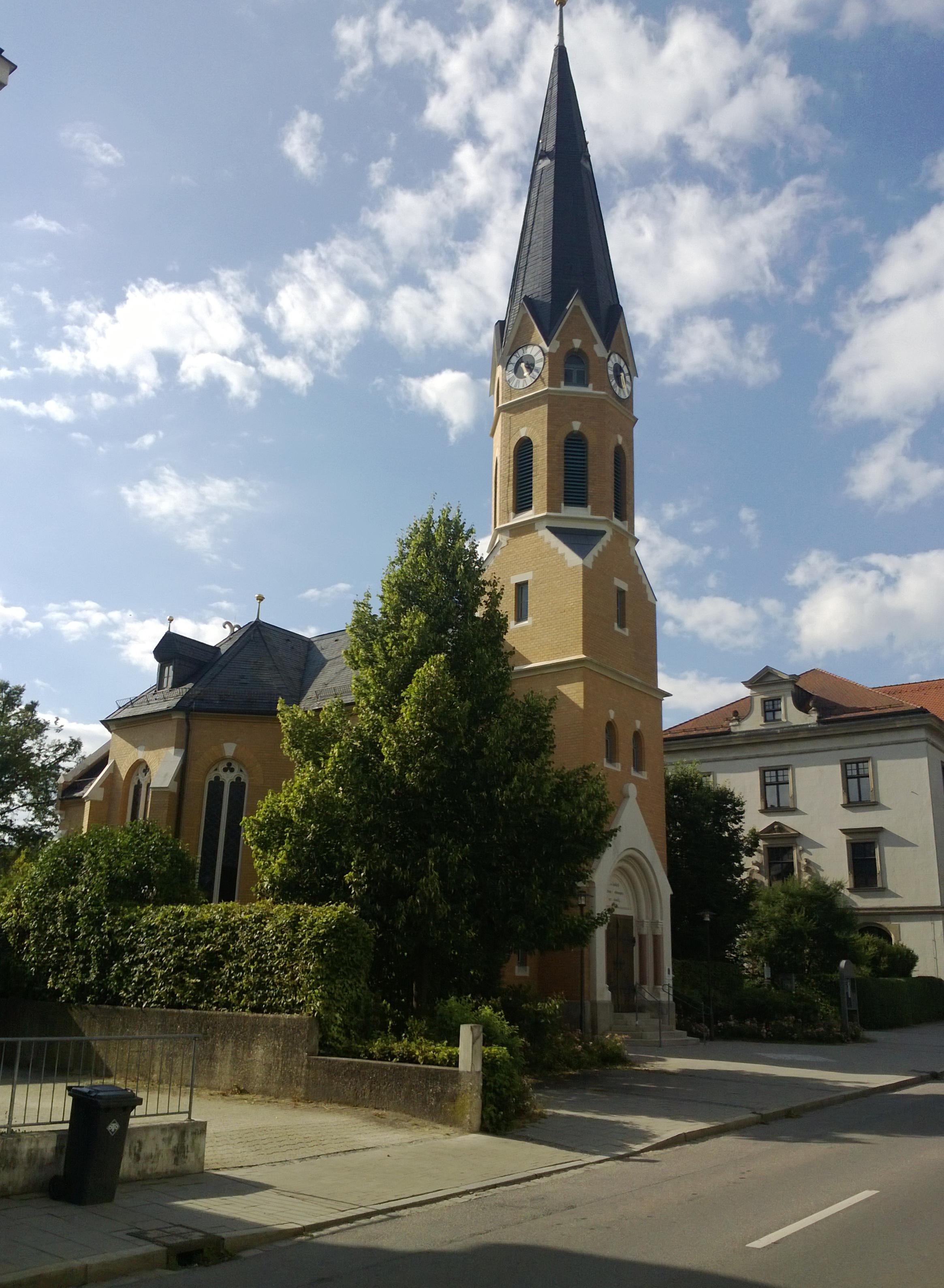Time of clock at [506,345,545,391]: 5:18
